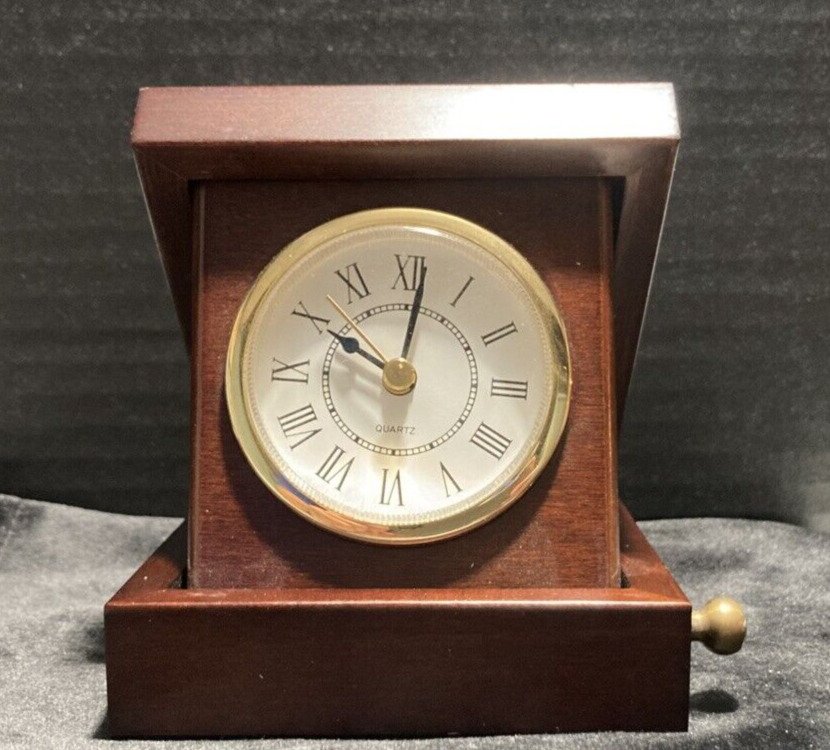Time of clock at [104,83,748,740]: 10:01
